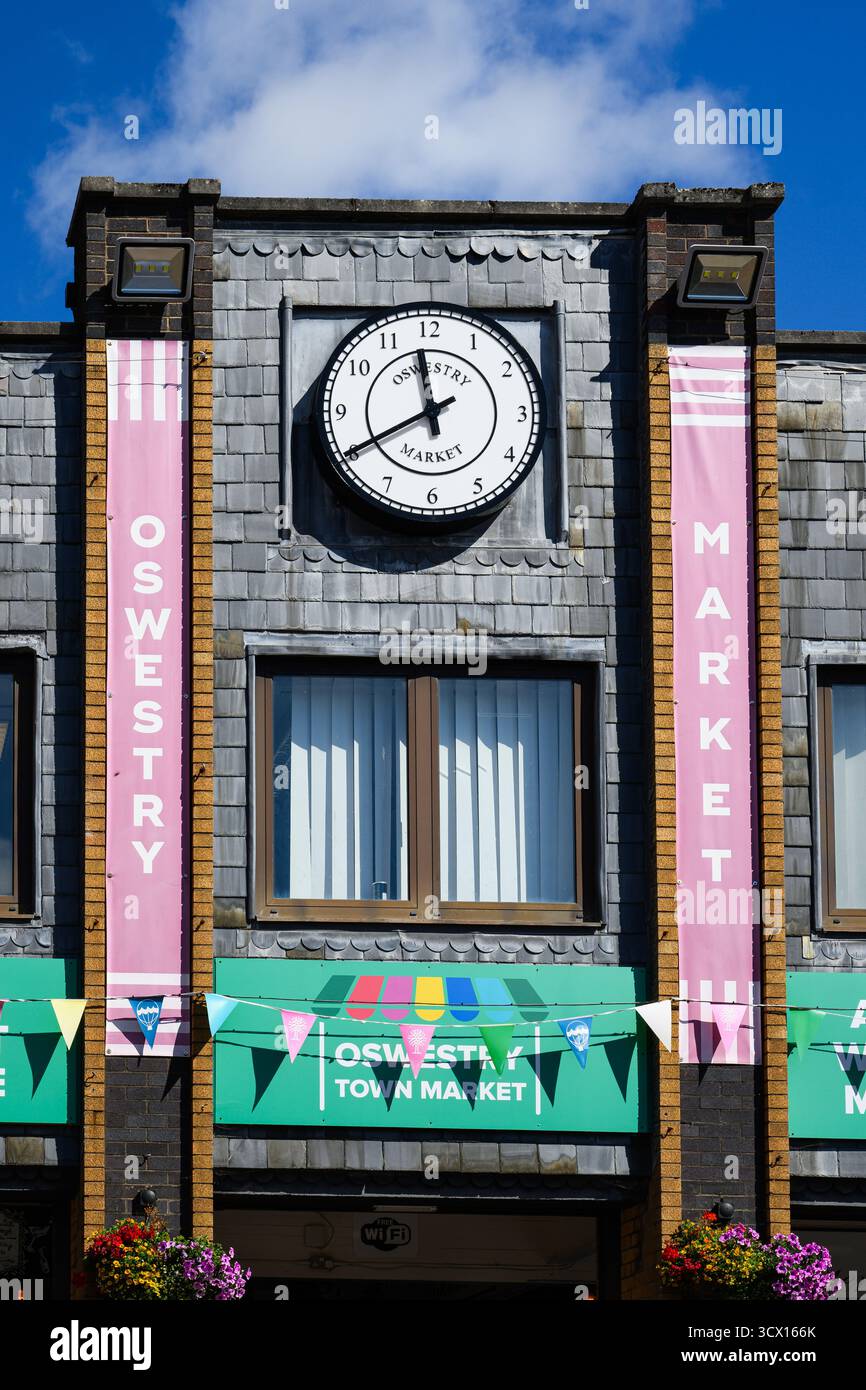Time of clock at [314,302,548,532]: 11:40
